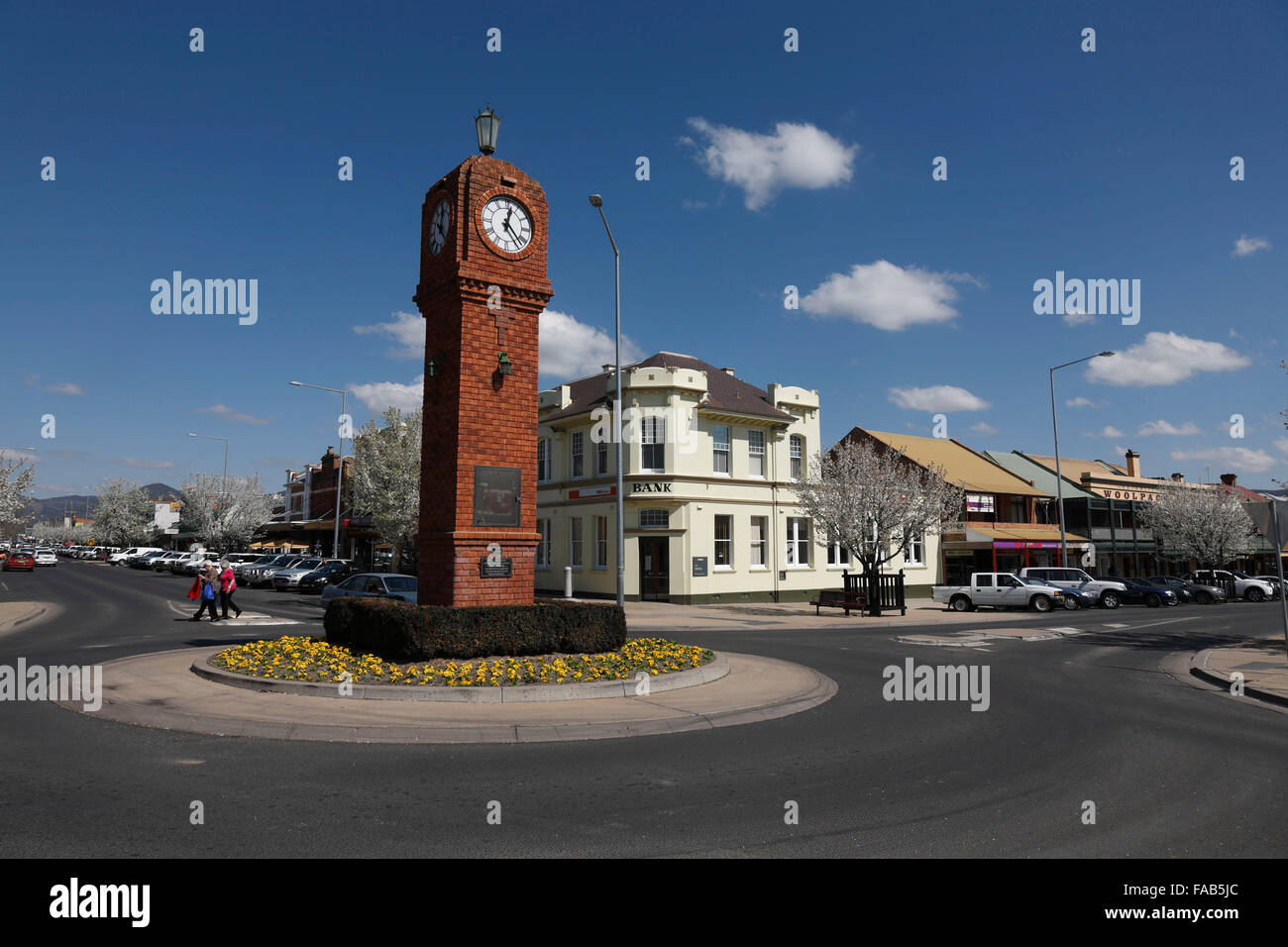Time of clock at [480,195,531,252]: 12:23
